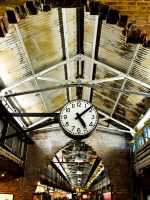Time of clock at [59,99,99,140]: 5:08
